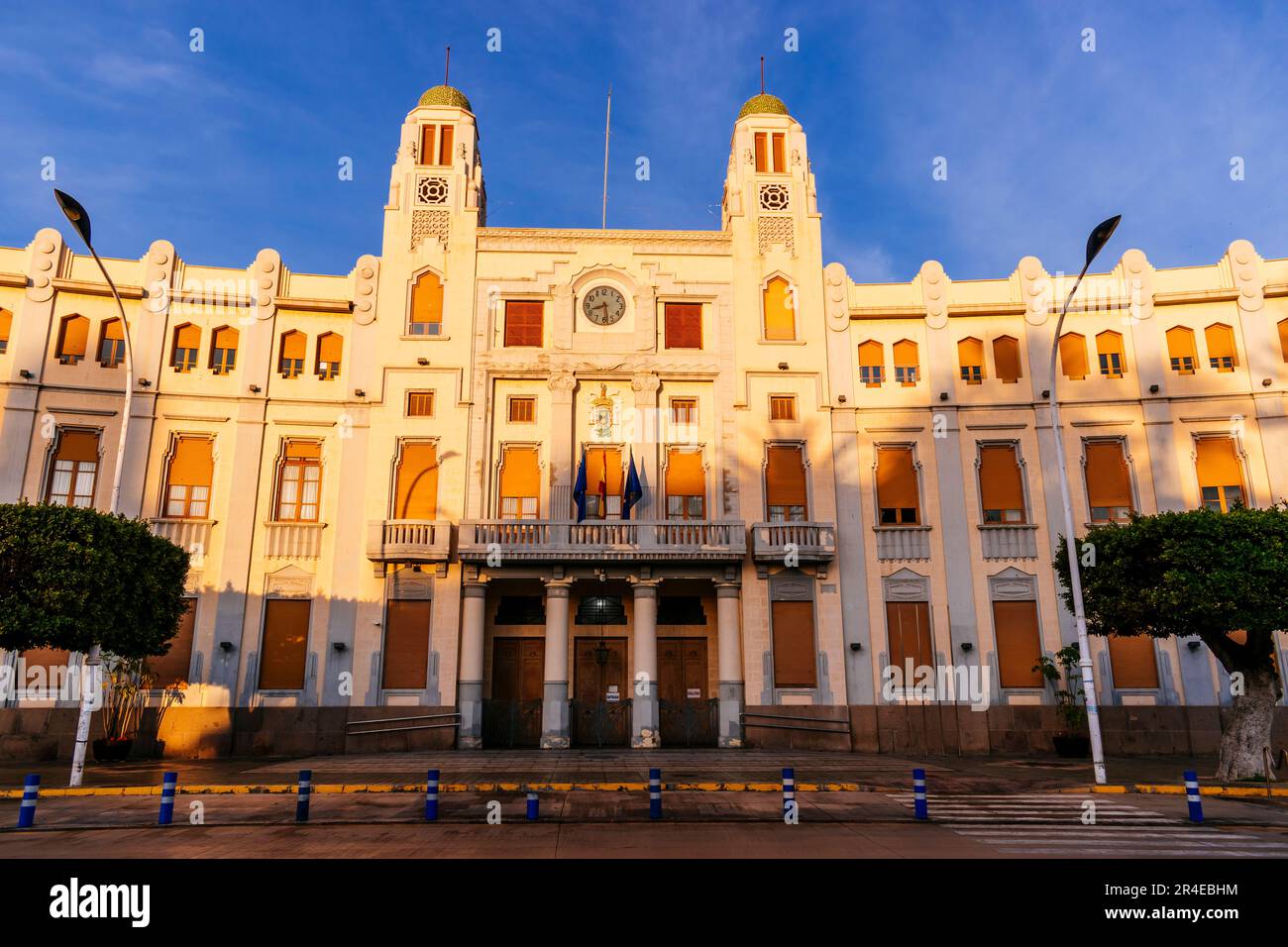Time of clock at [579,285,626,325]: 8:28
